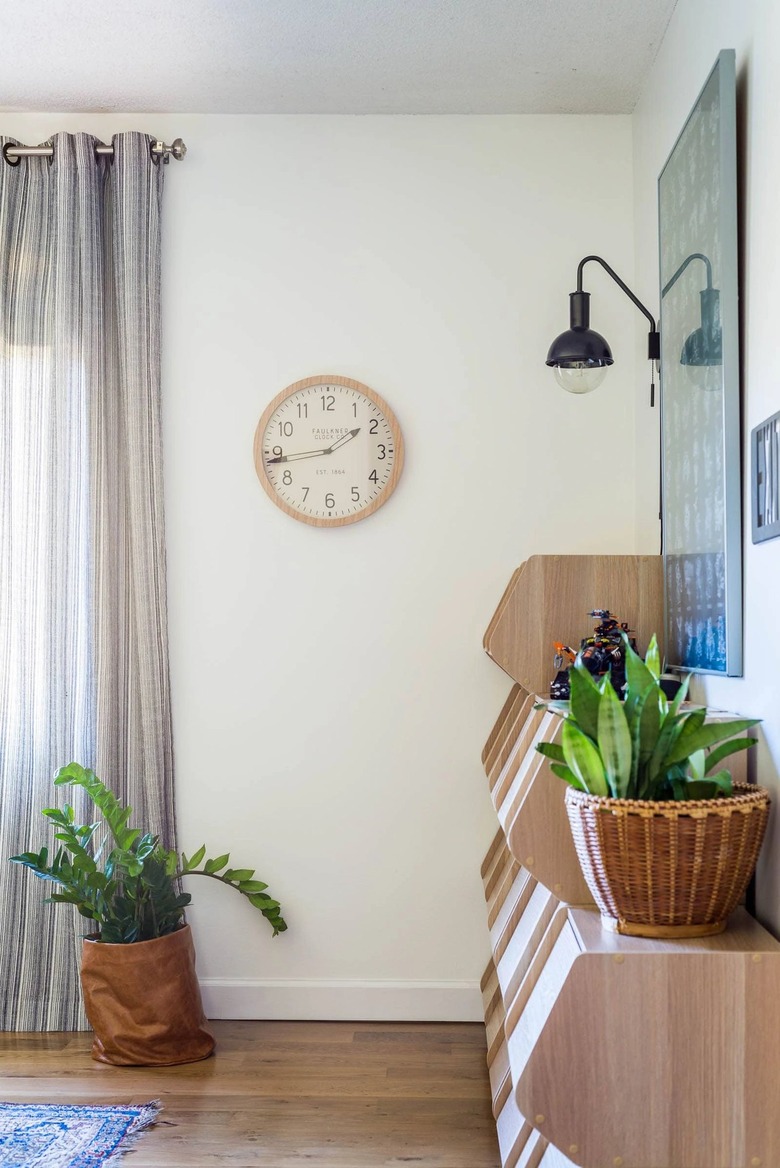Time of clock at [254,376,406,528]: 1:43
